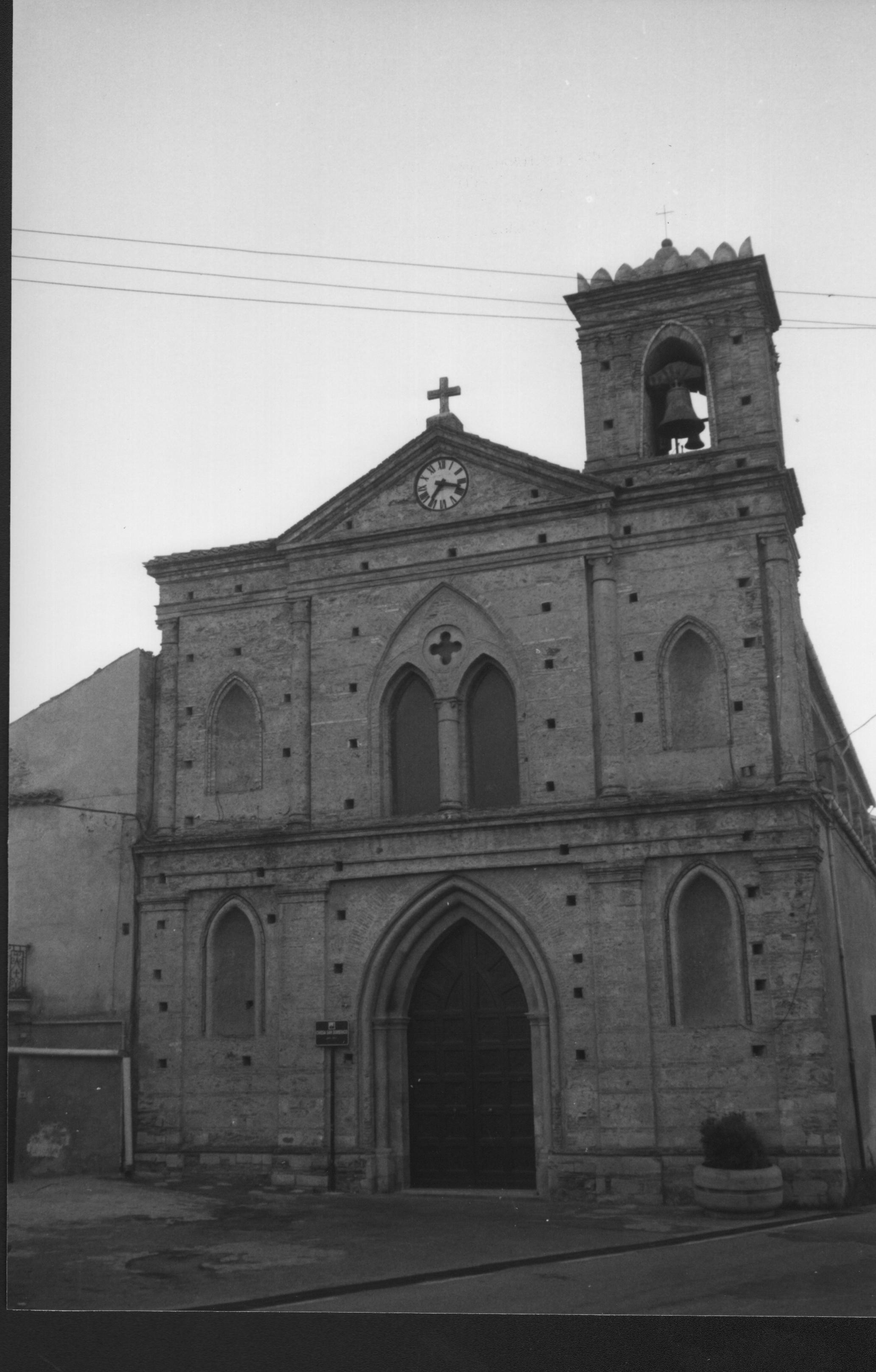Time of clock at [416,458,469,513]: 7:17
